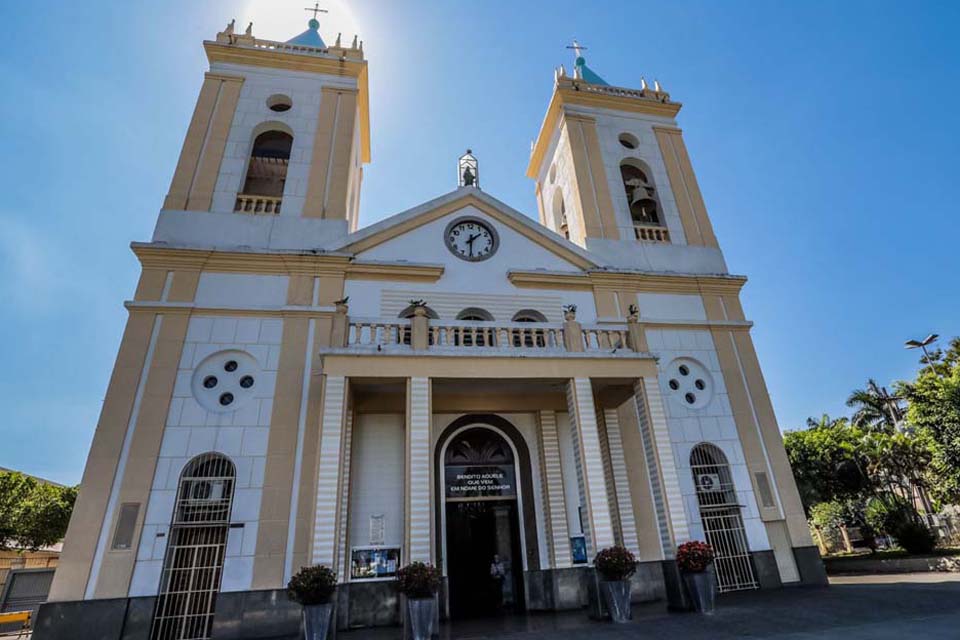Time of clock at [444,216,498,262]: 1:30
